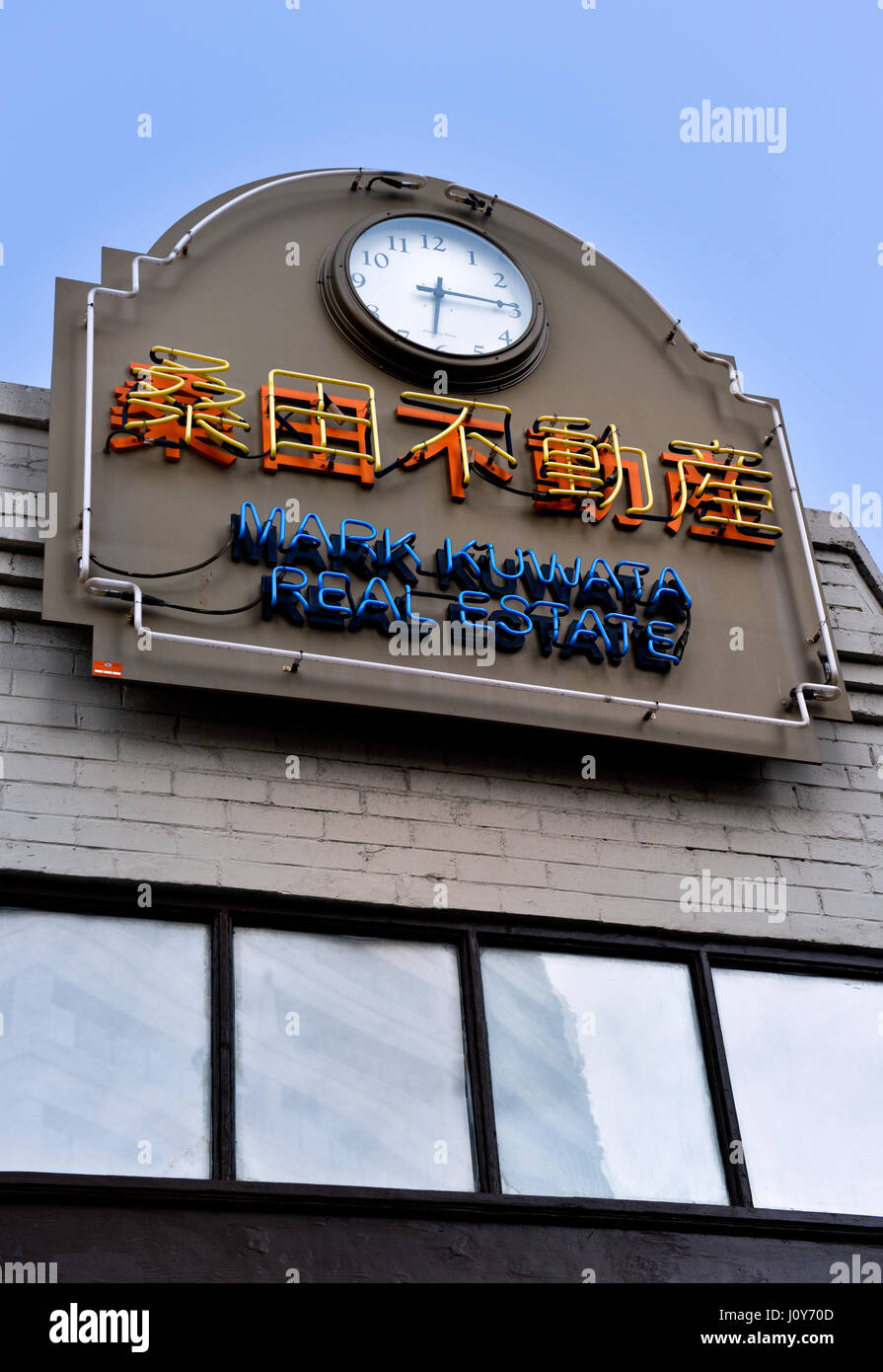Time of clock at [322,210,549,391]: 6:14
